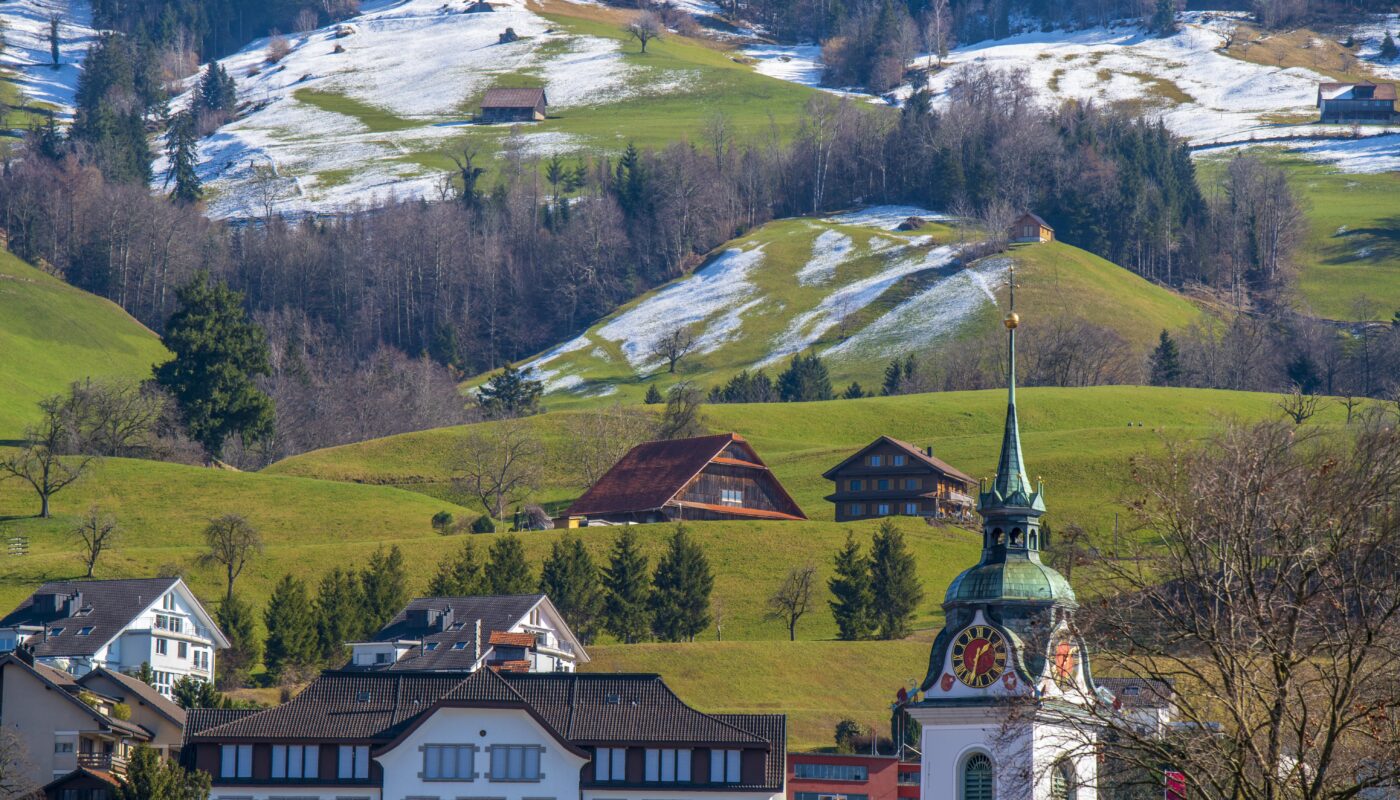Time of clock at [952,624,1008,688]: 1:32
